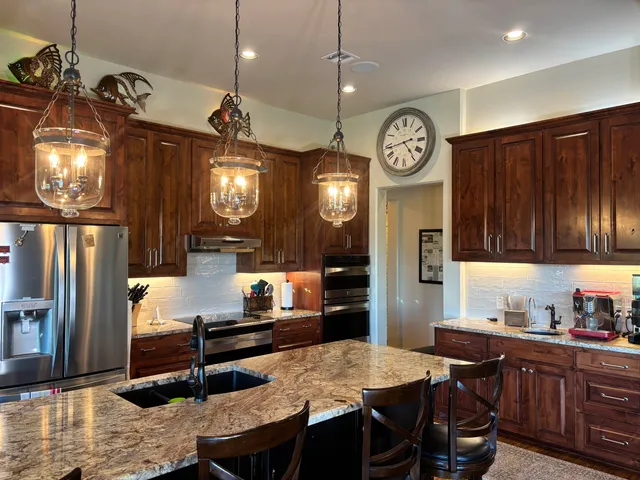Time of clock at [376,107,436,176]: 4:43
